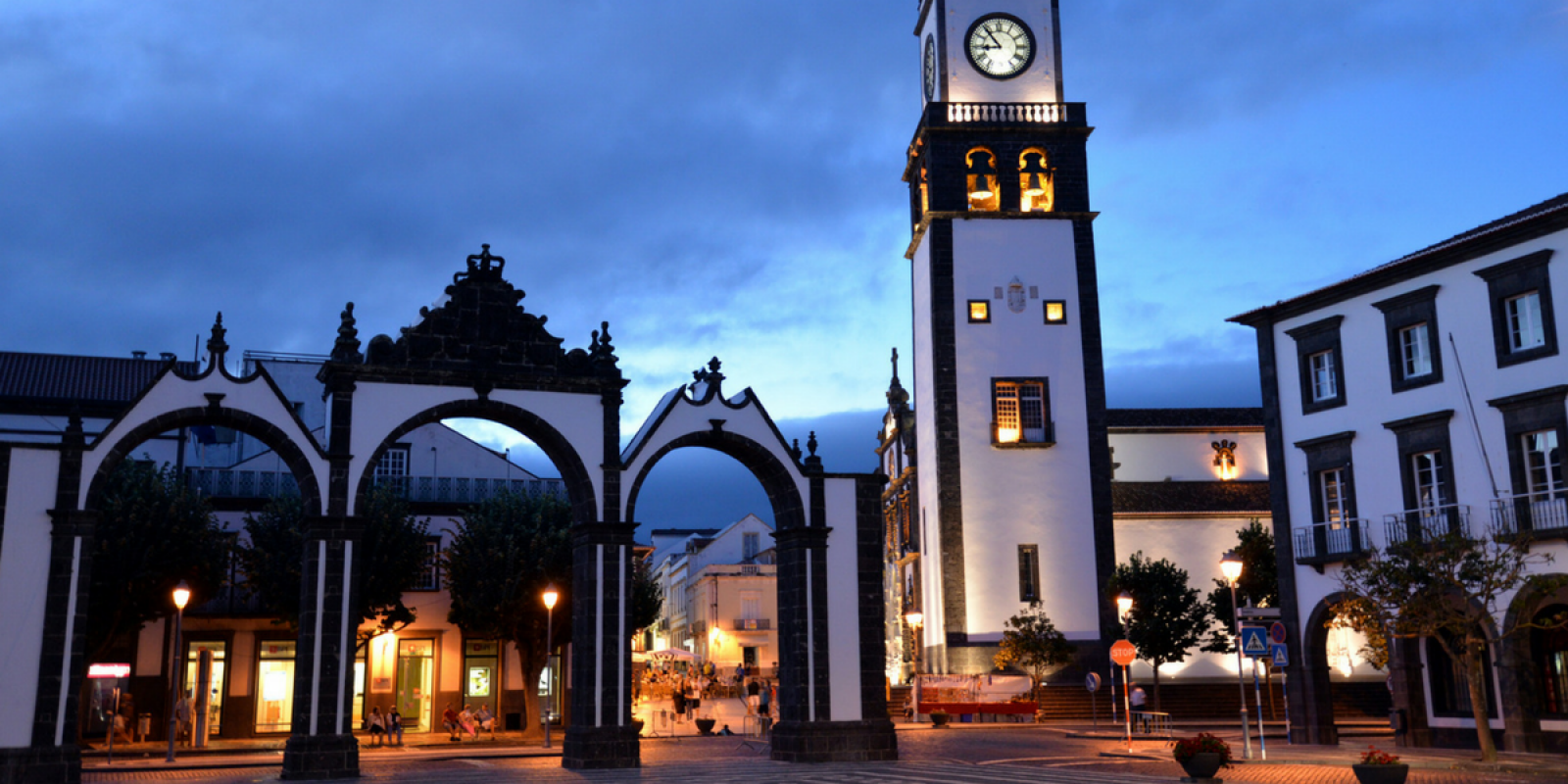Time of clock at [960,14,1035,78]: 8:53
